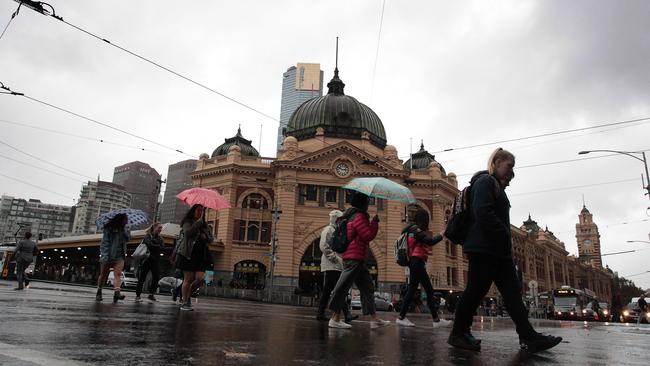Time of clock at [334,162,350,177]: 2:48
